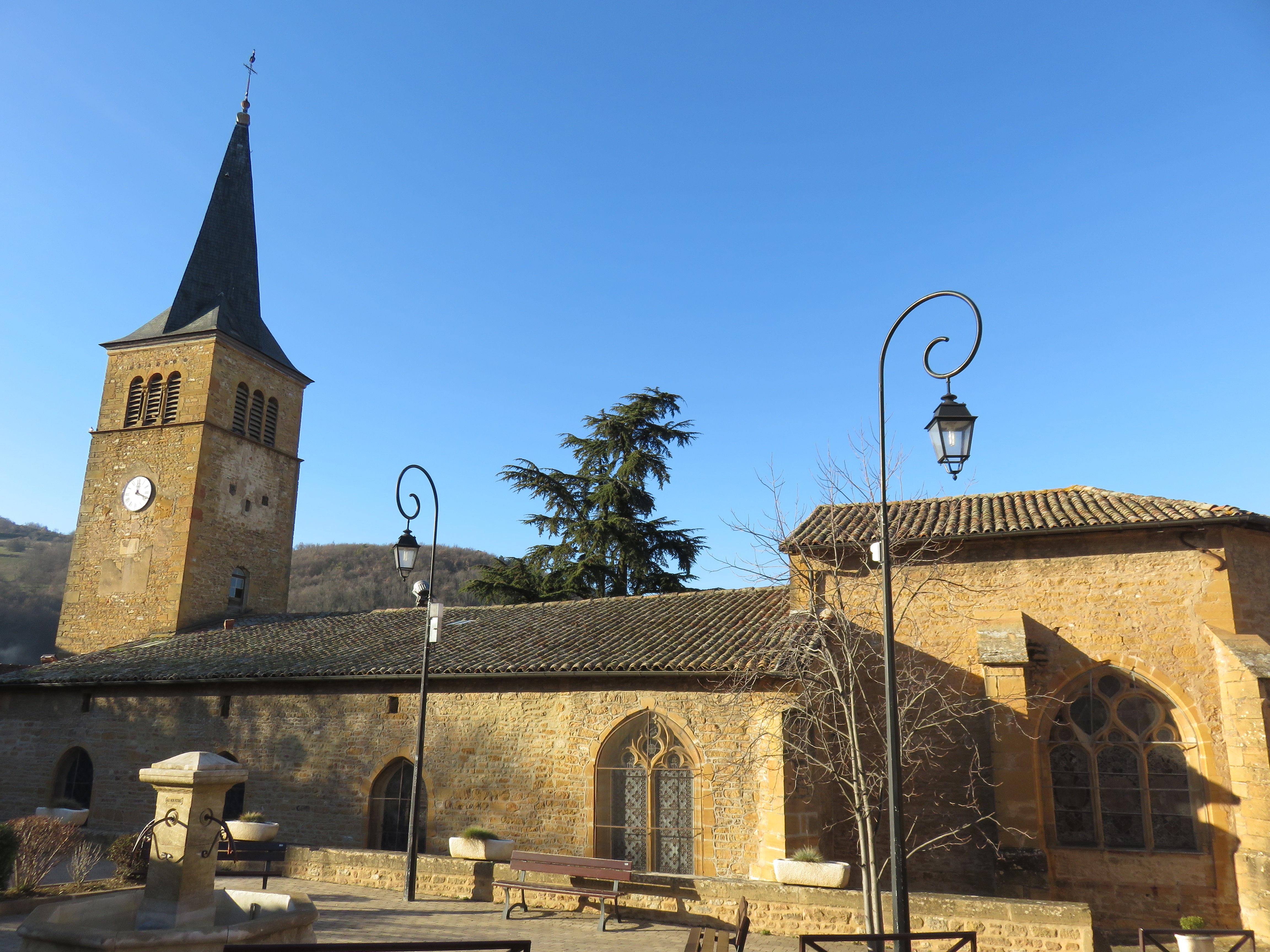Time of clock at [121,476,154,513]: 12:19
